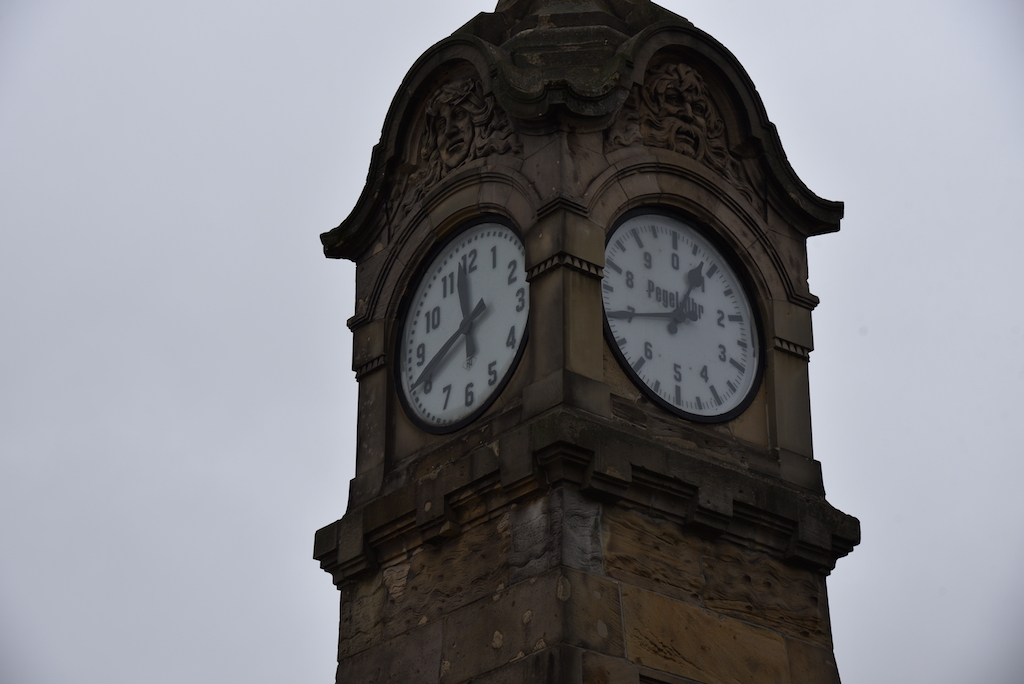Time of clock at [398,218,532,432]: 11:41
